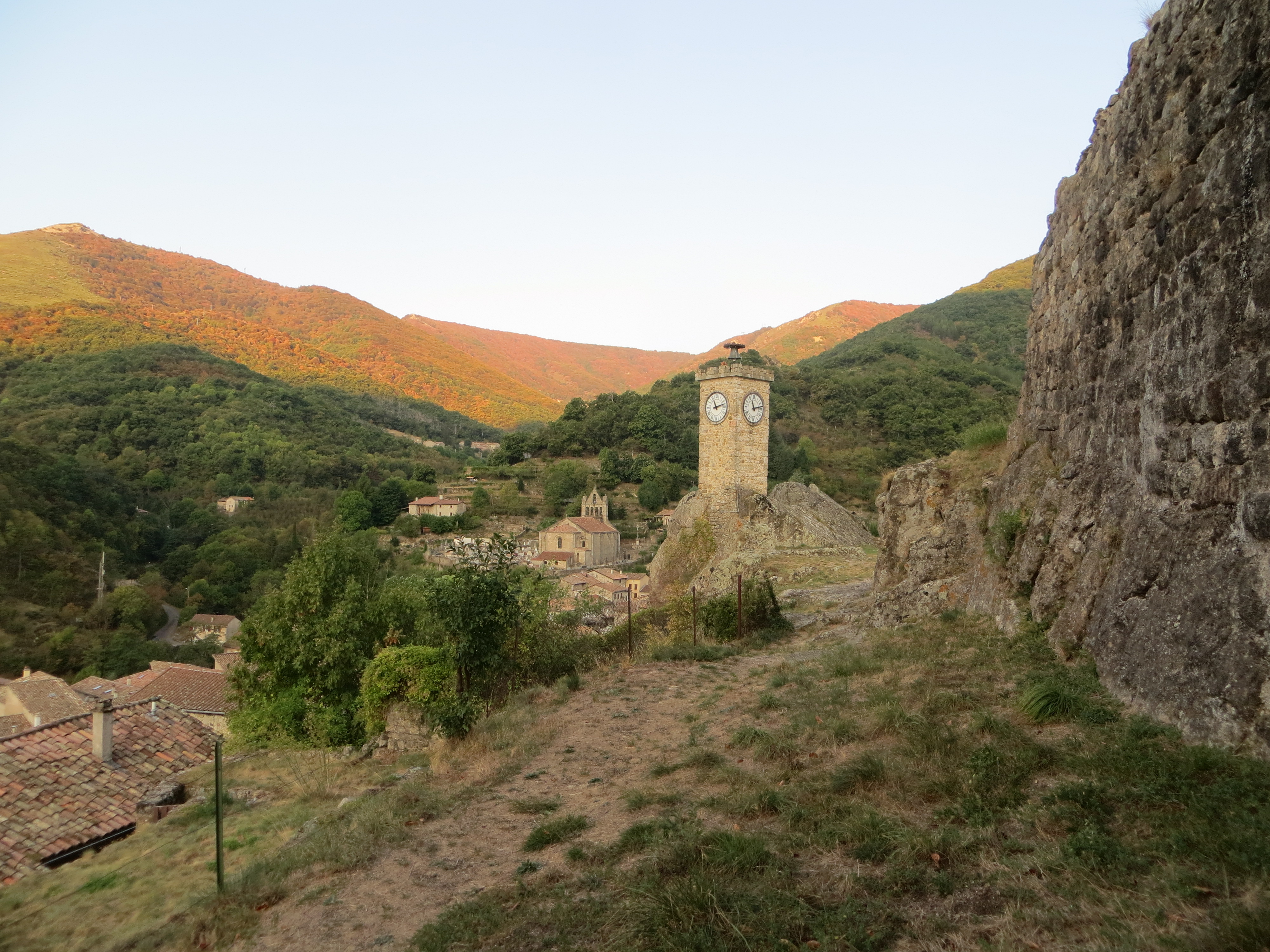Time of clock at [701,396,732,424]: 11:12
